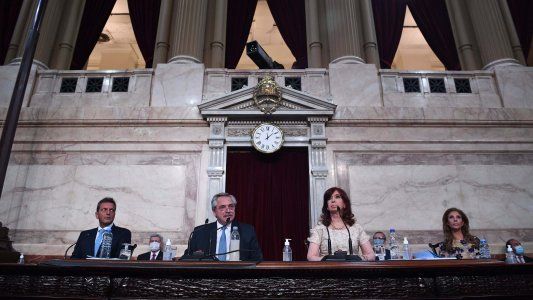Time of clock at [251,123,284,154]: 12:07
